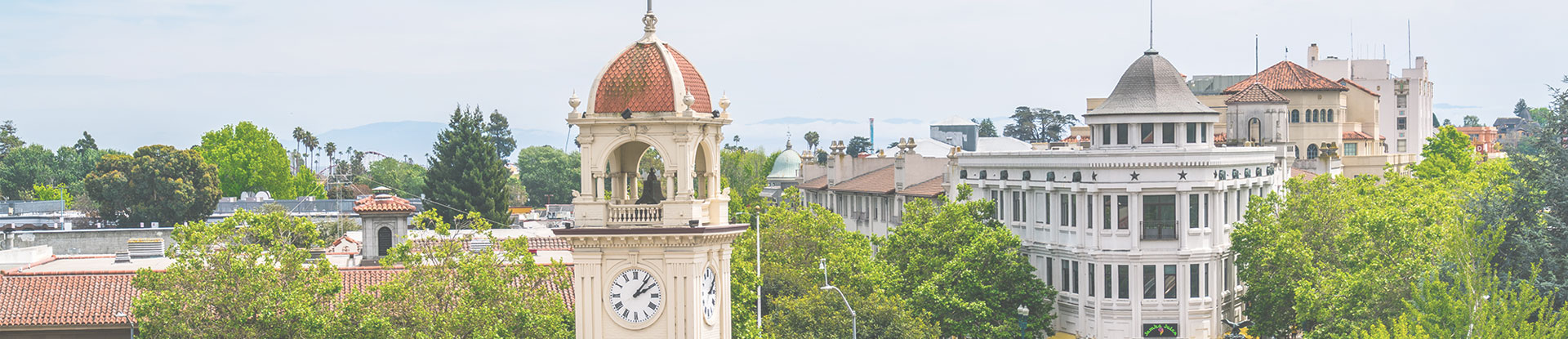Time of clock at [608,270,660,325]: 2:06
